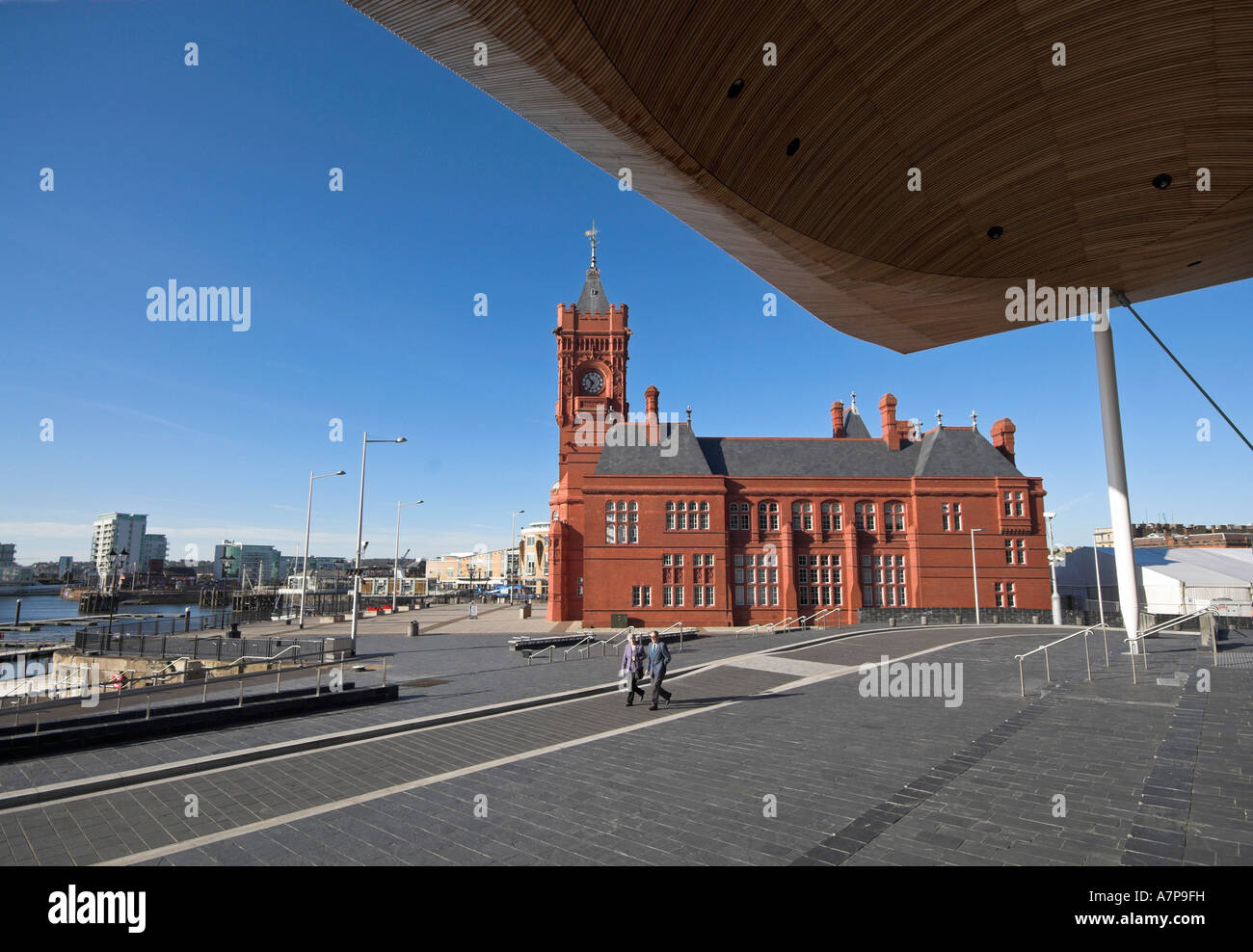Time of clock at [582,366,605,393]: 6:52
